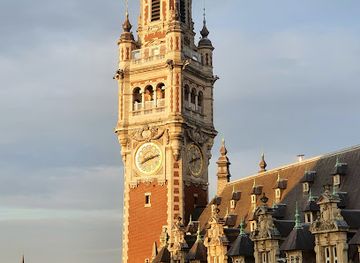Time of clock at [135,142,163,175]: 8:12
